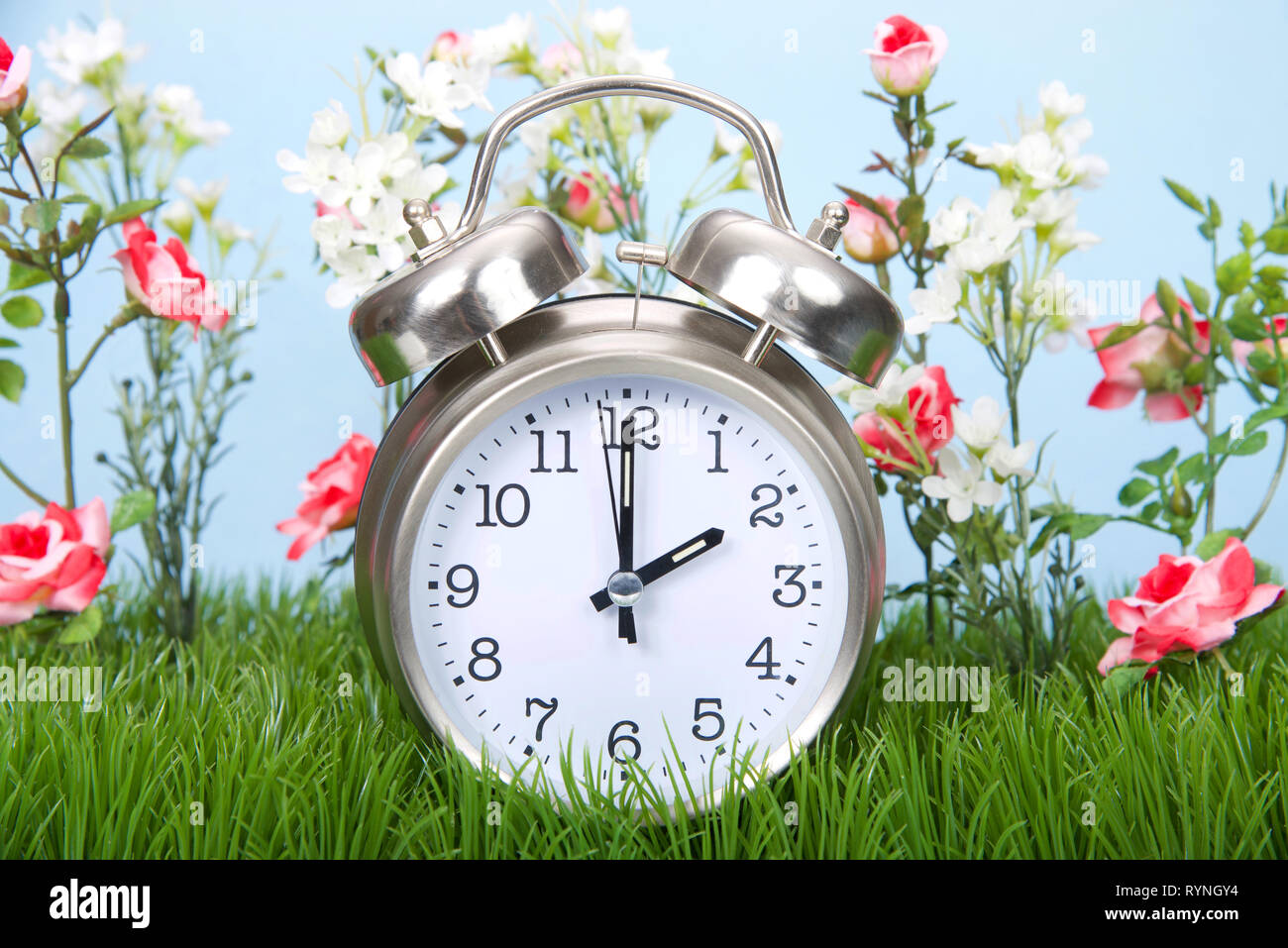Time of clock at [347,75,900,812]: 2:00
